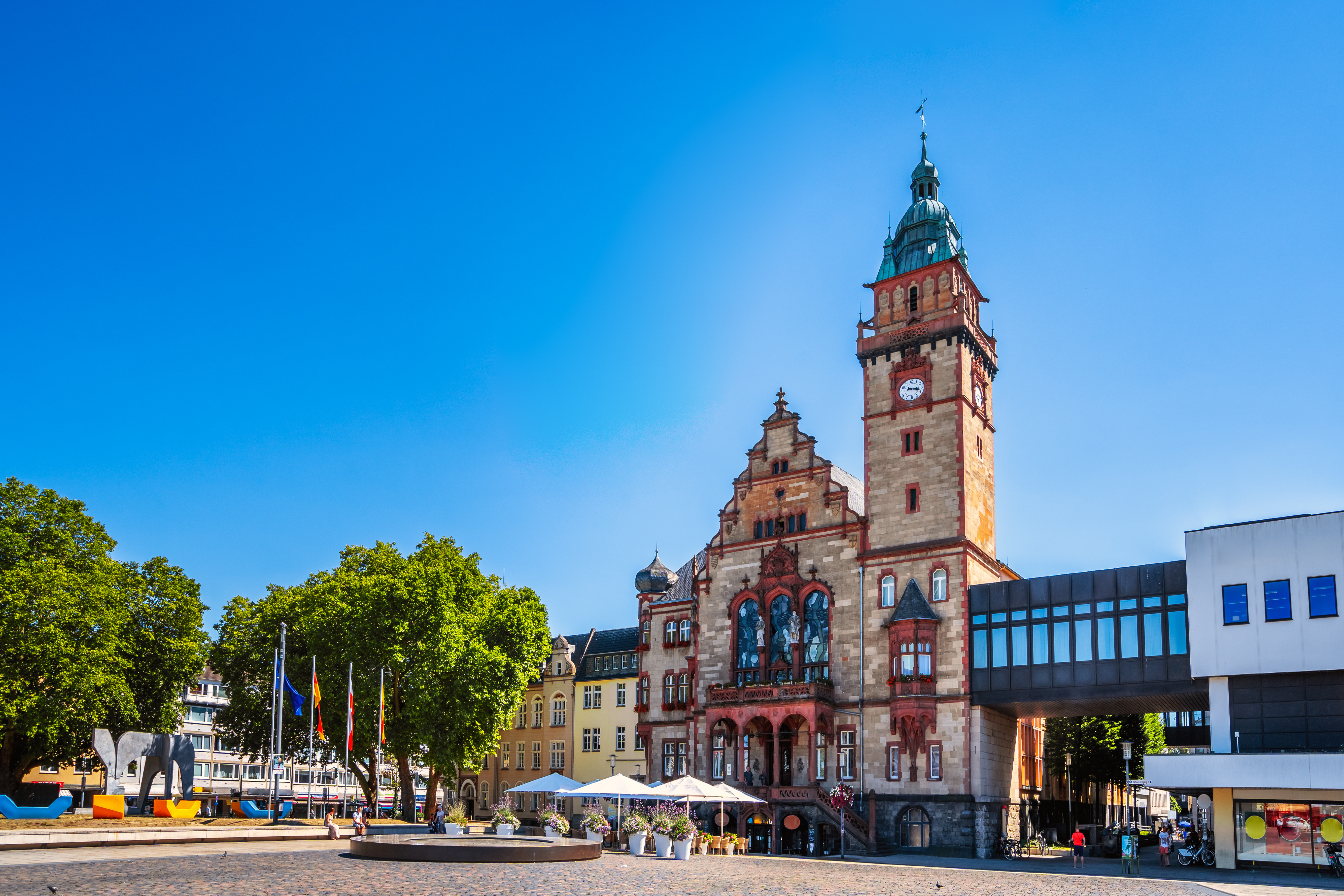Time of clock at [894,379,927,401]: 3:18
